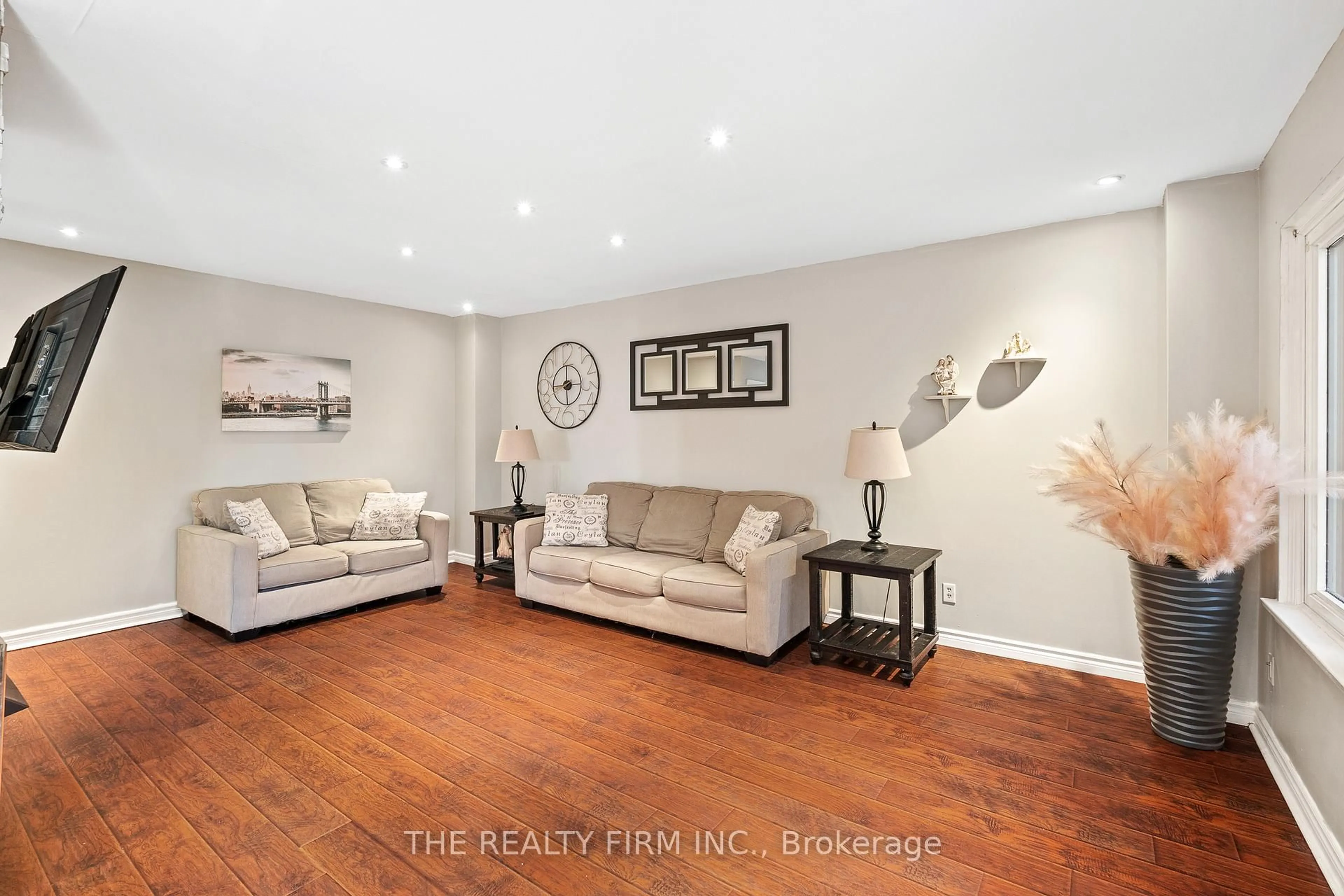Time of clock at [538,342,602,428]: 8:59
